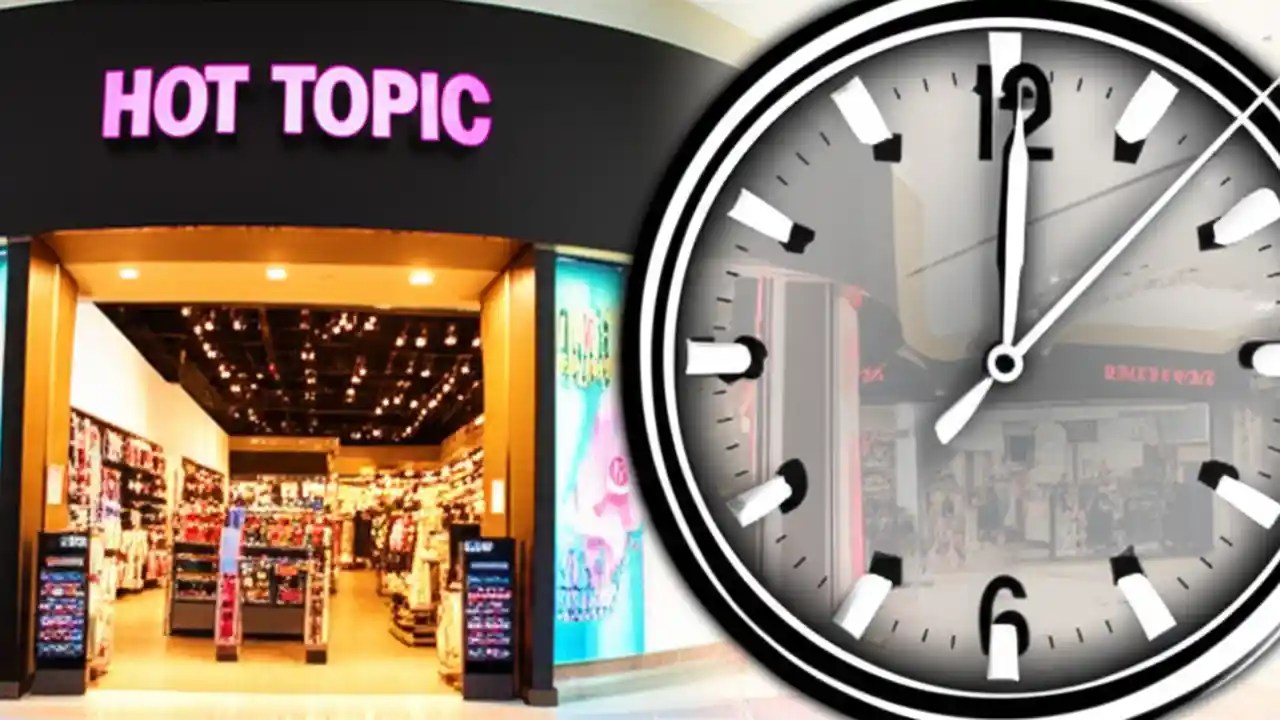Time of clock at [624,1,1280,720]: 12:07
